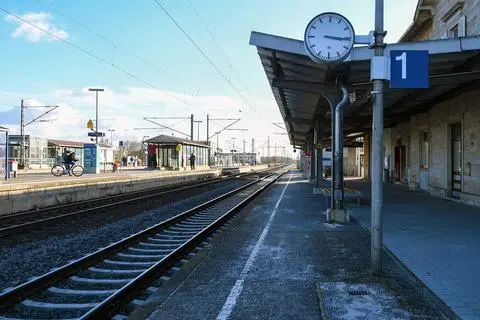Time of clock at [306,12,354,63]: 3:15
